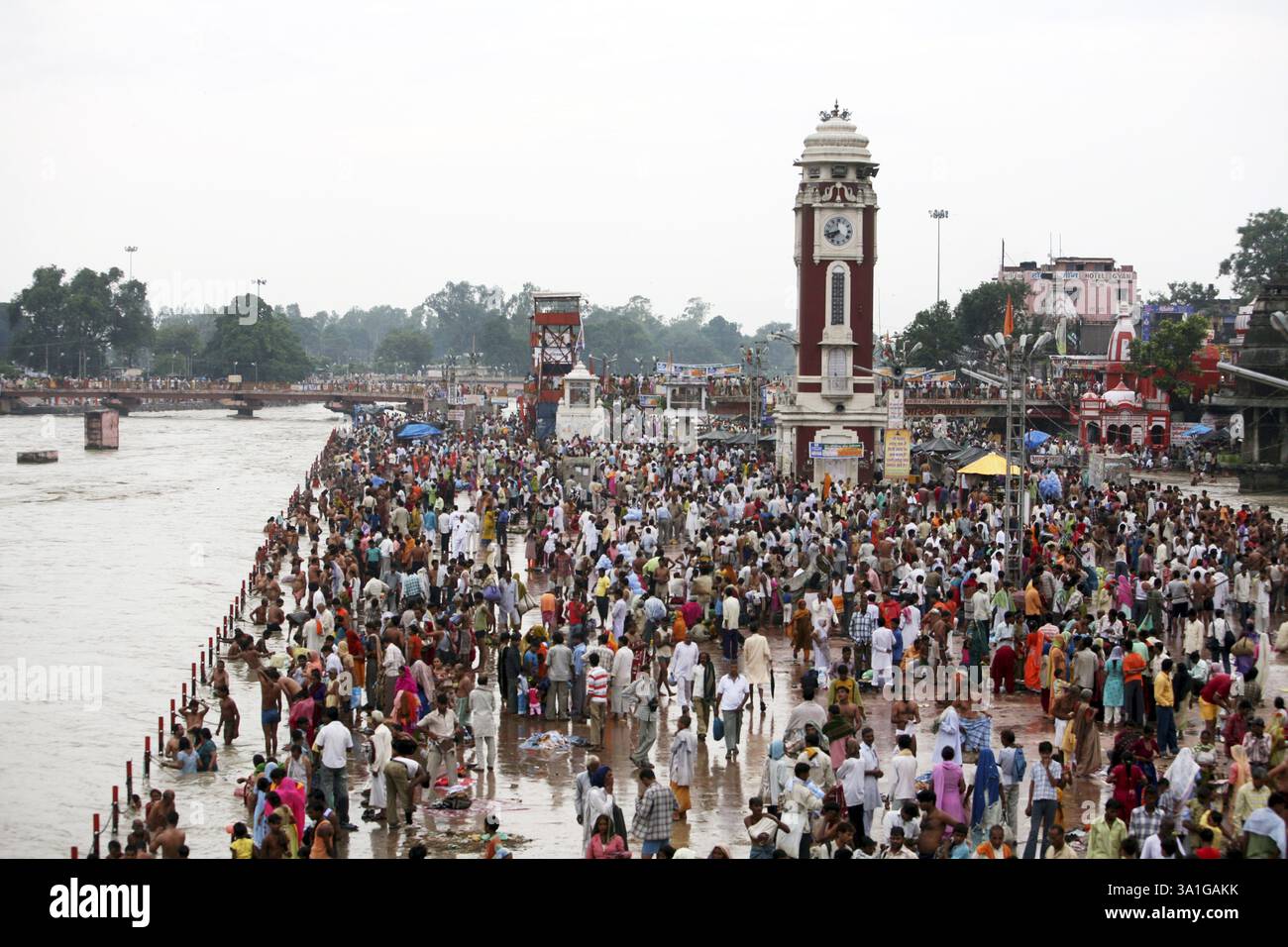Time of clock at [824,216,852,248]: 7:42
